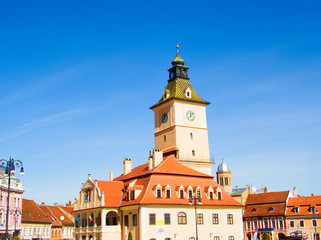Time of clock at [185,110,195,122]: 12:07
